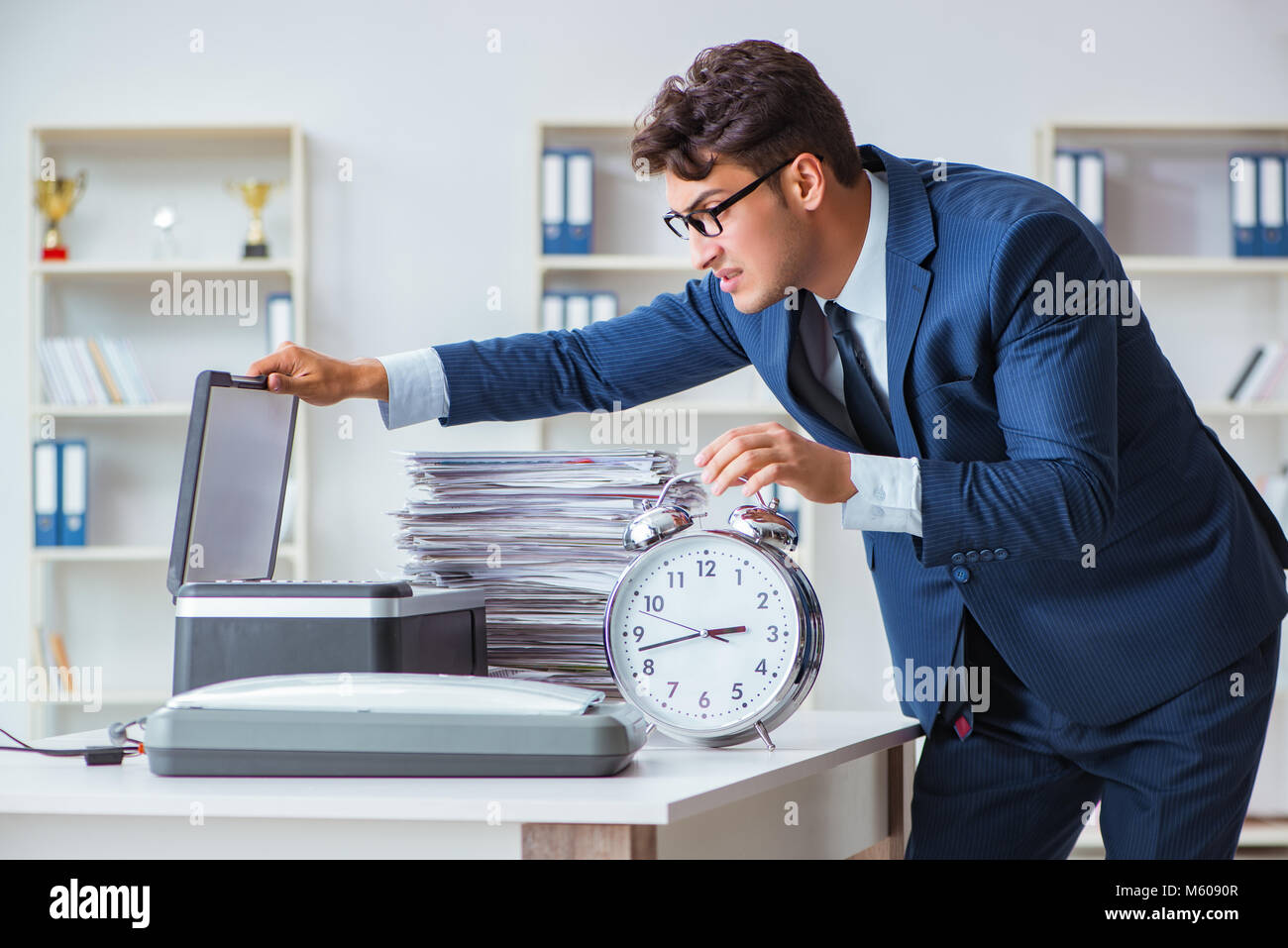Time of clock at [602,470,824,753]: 2:42
